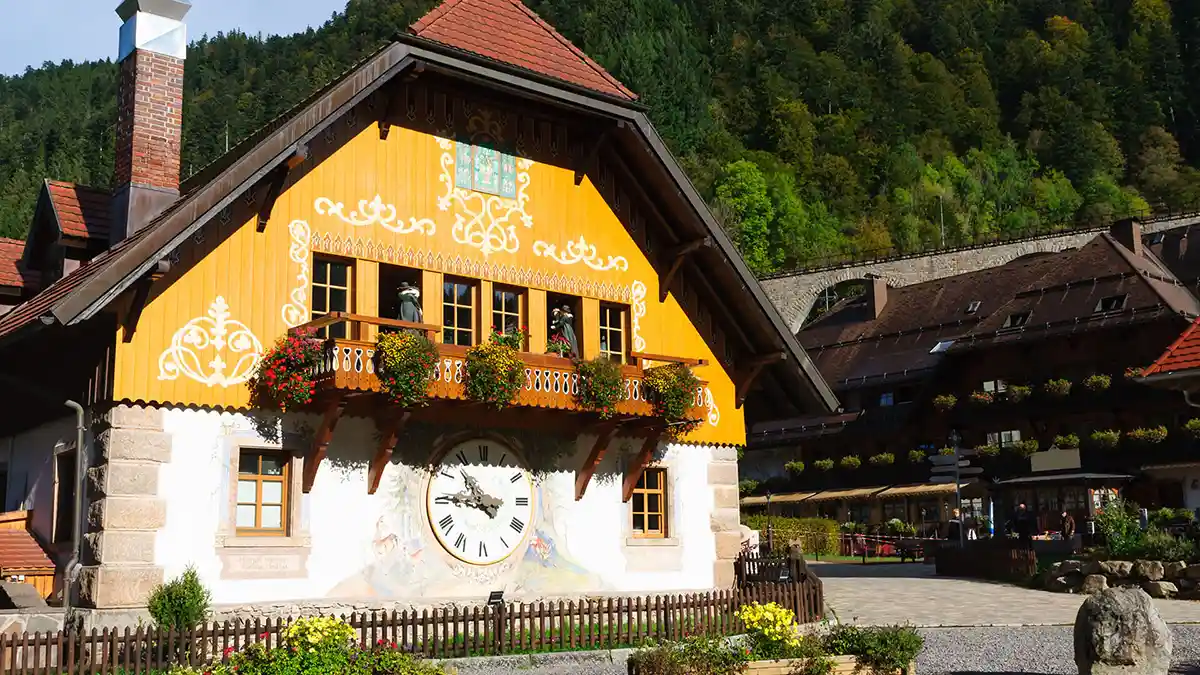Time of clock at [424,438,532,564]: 10:45
